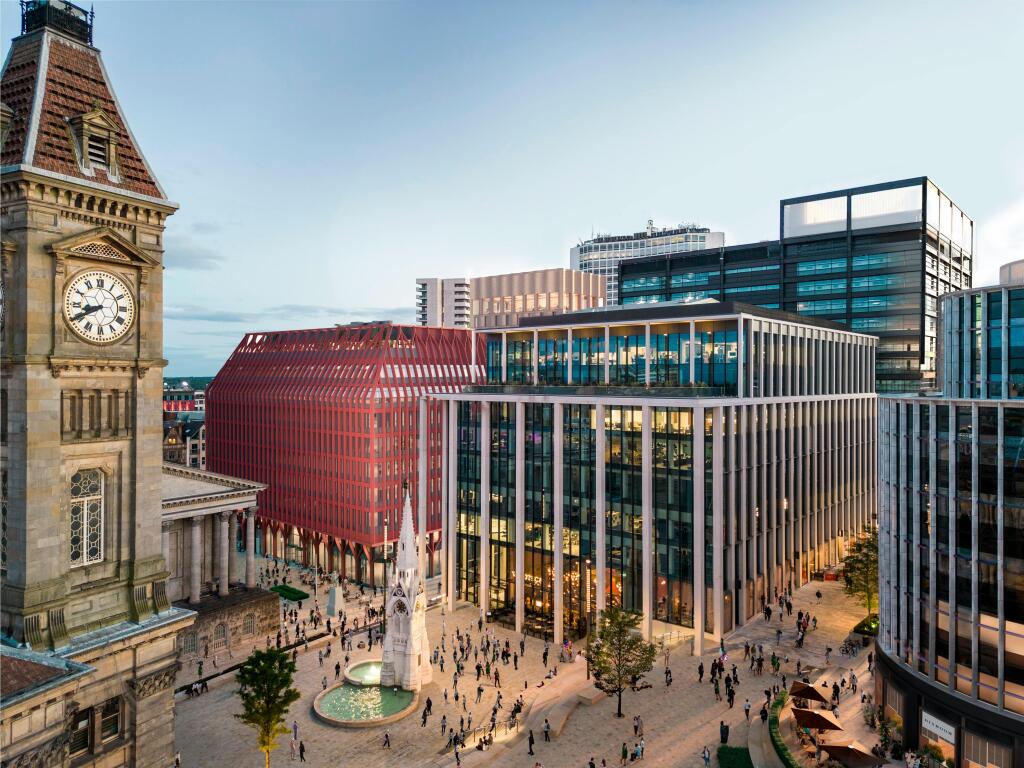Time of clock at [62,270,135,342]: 8:40
